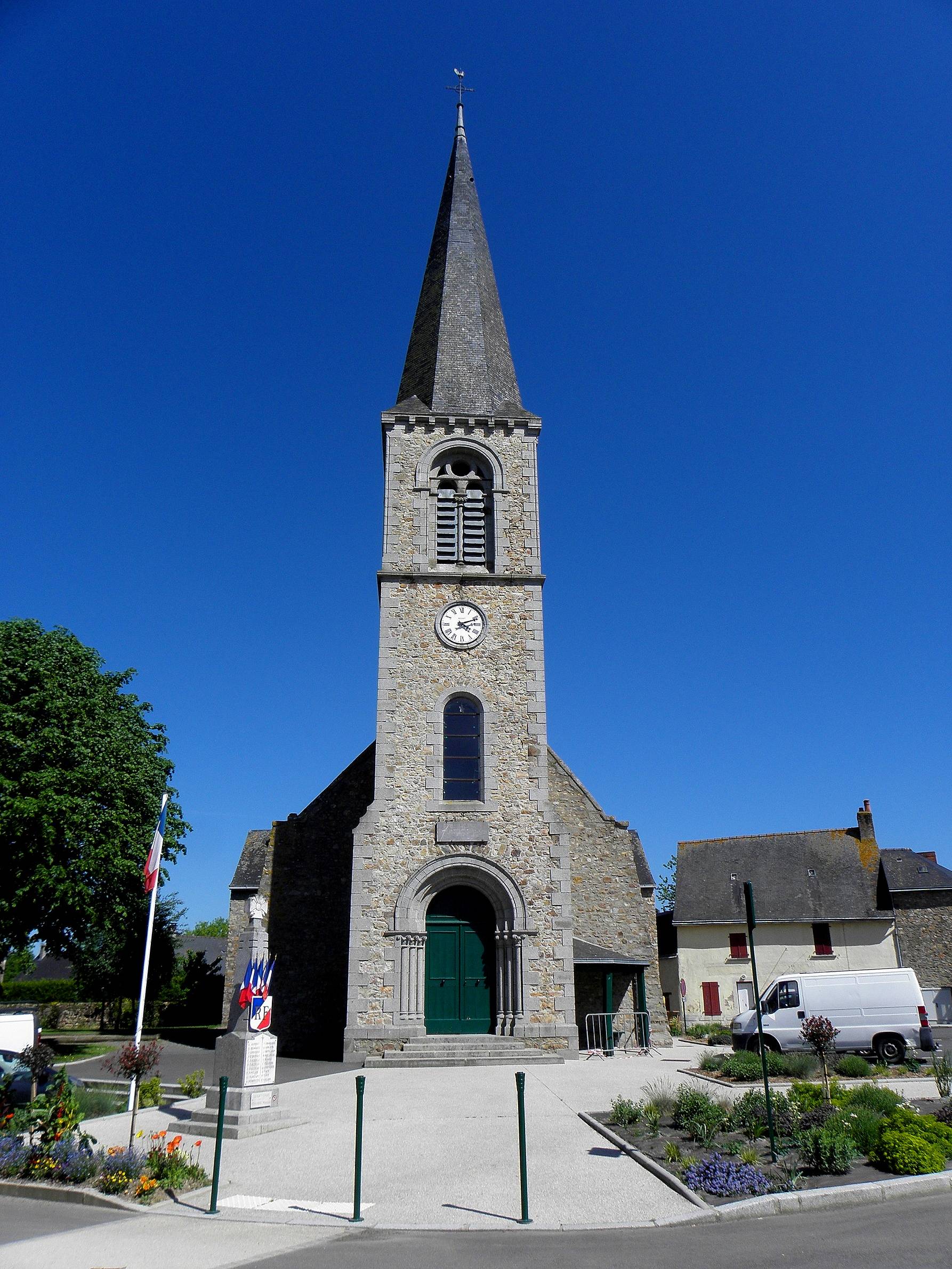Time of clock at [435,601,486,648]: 4:11
